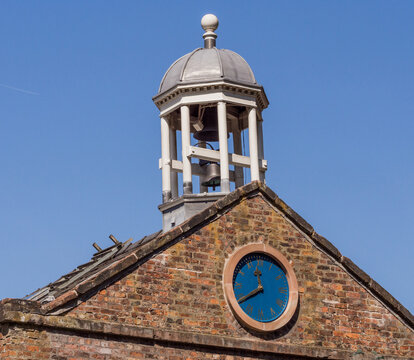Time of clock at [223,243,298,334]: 11:39
